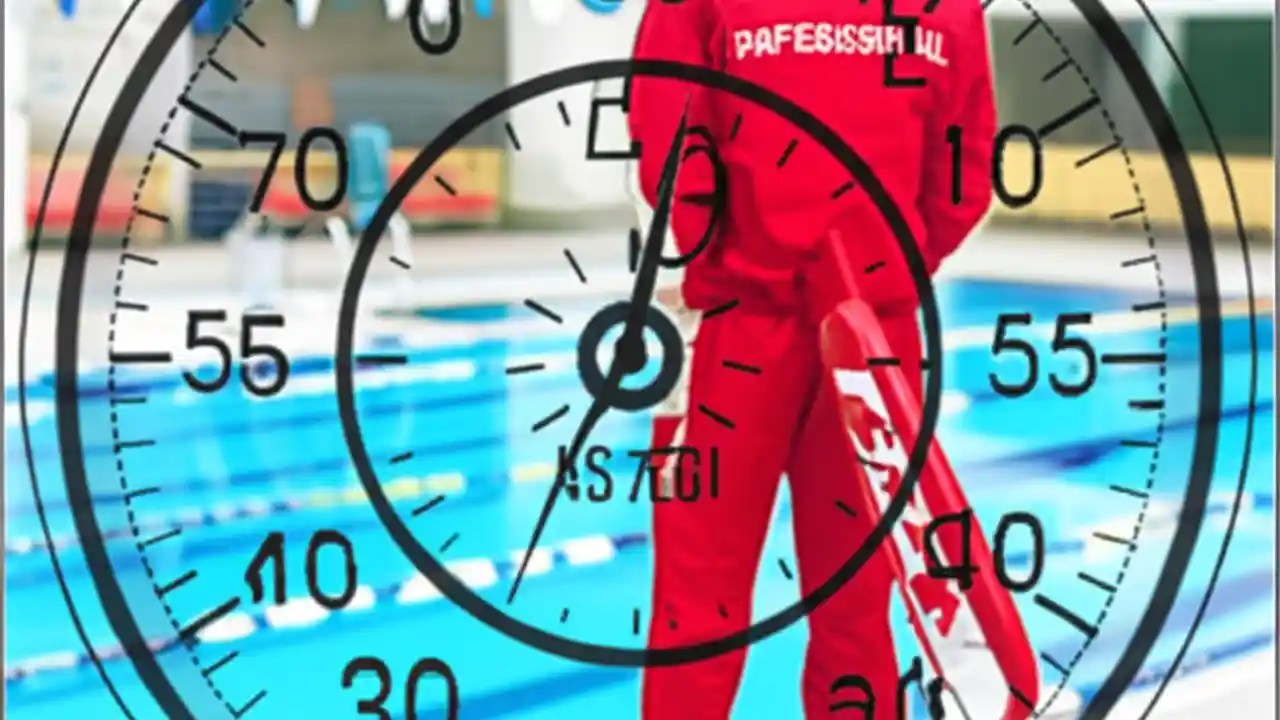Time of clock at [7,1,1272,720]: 12:34
